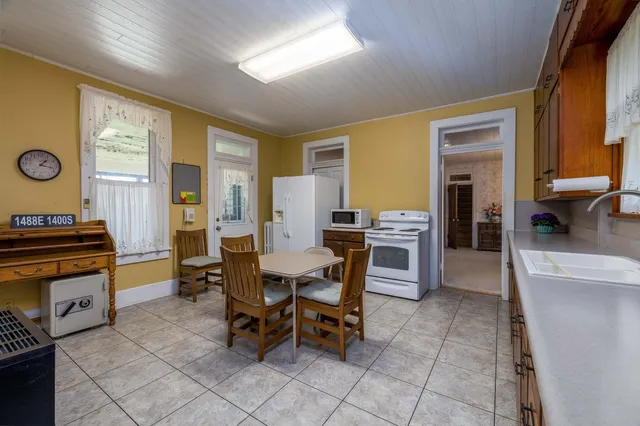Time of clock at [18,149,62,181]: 1:17
